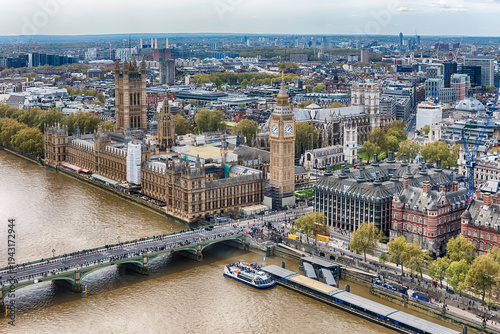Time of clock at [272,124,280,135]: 1:38
